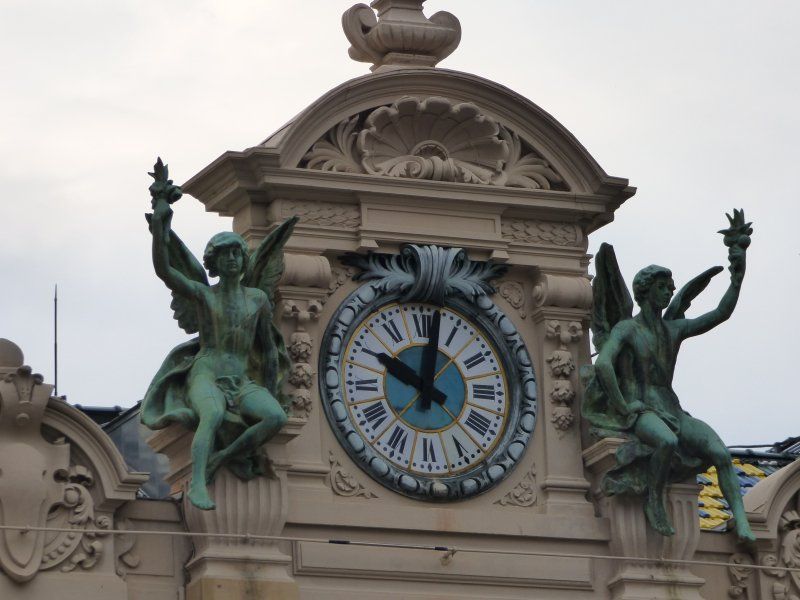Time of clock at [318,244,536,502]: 10:02
